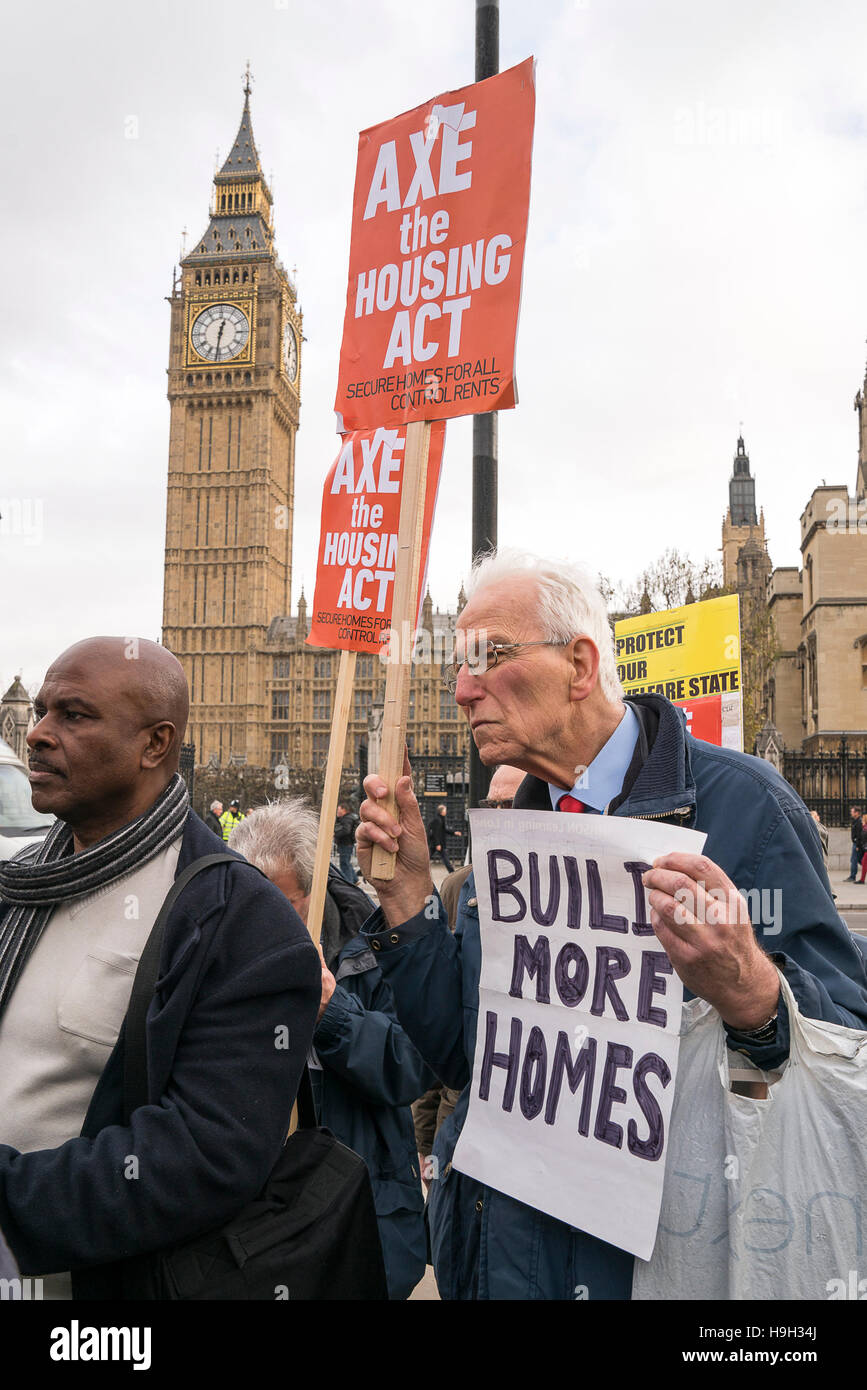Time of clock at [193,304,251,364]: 12:31
